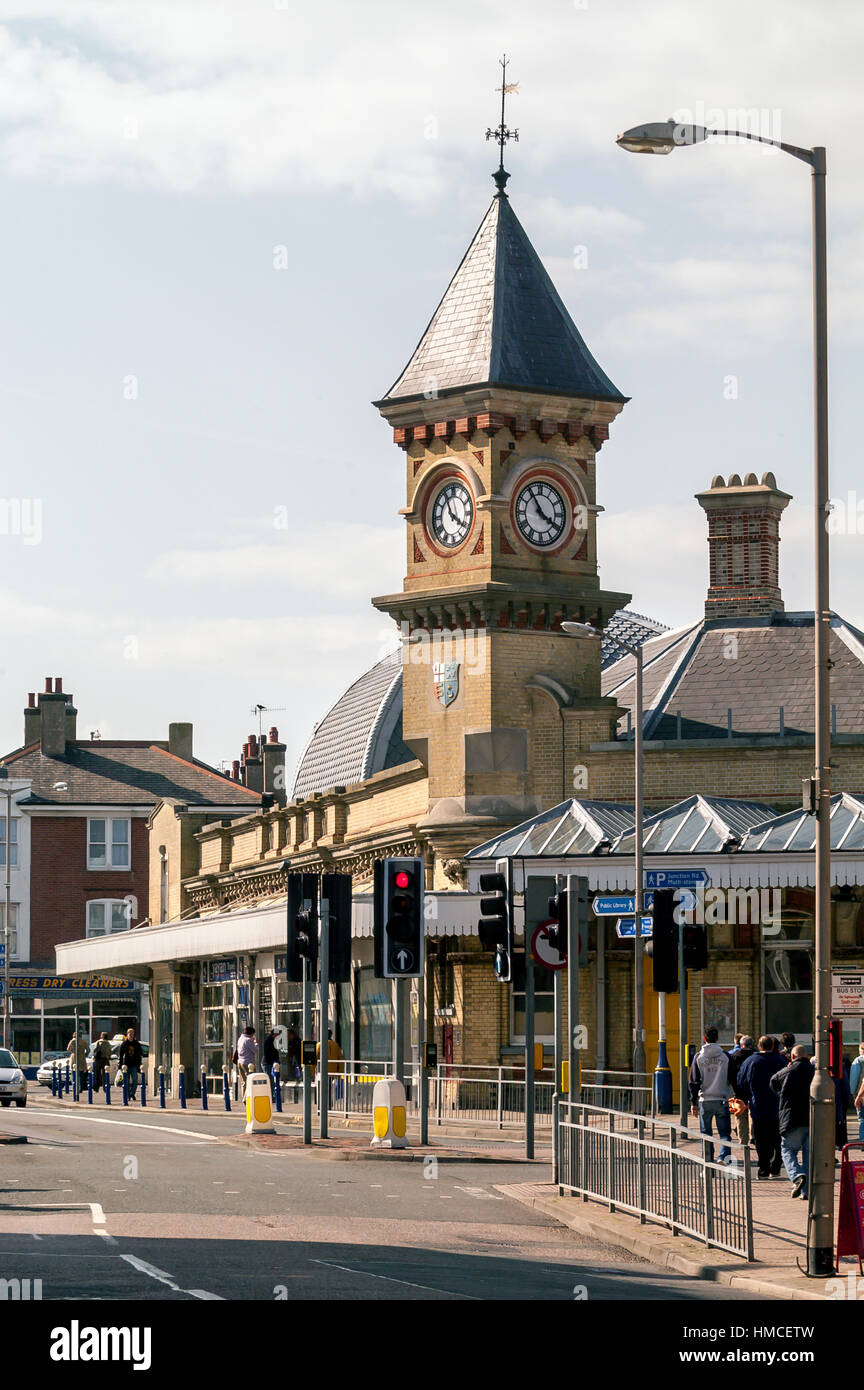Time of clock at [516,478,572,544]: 3:54
